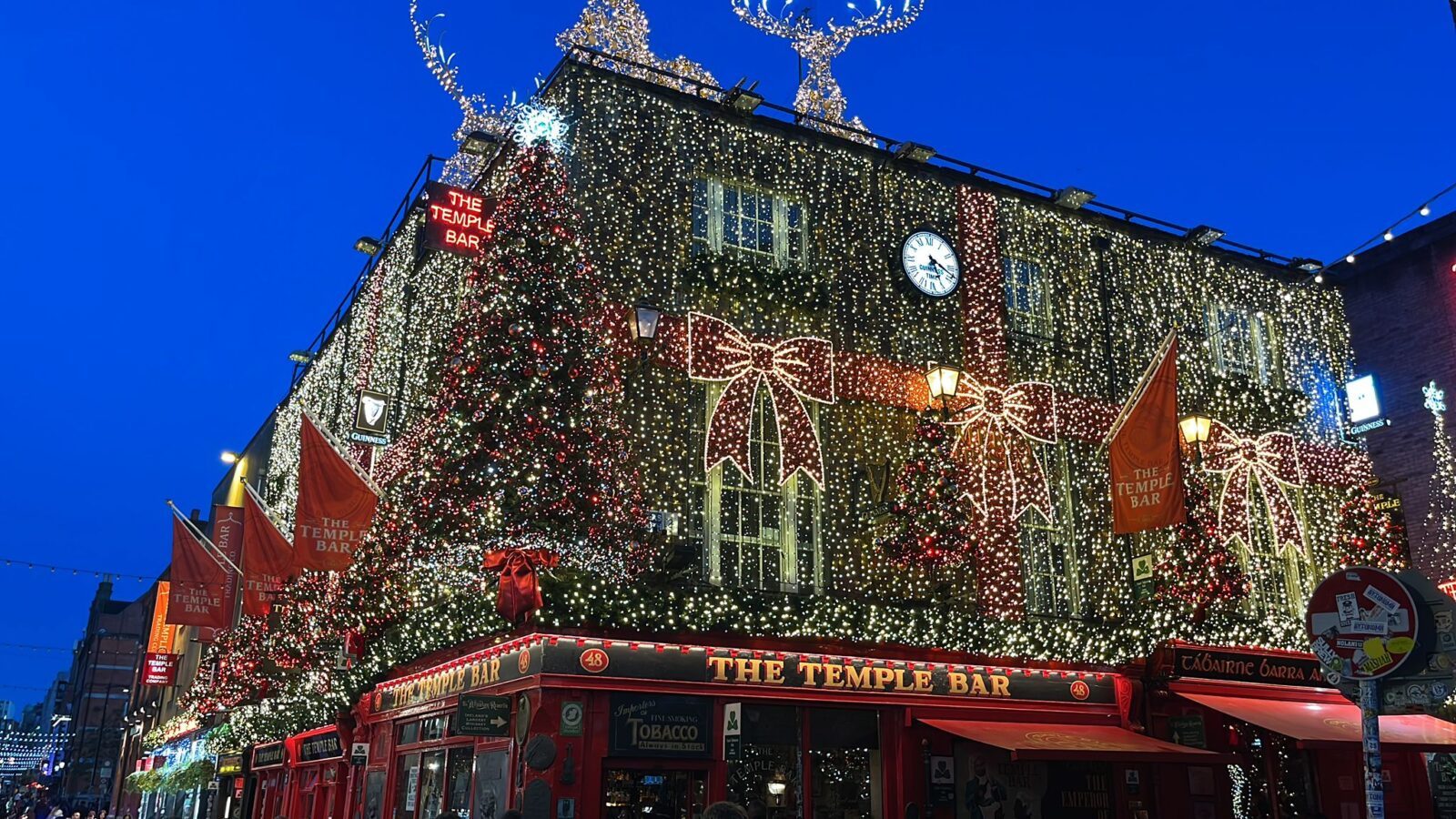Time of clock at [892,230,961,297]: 5:18
